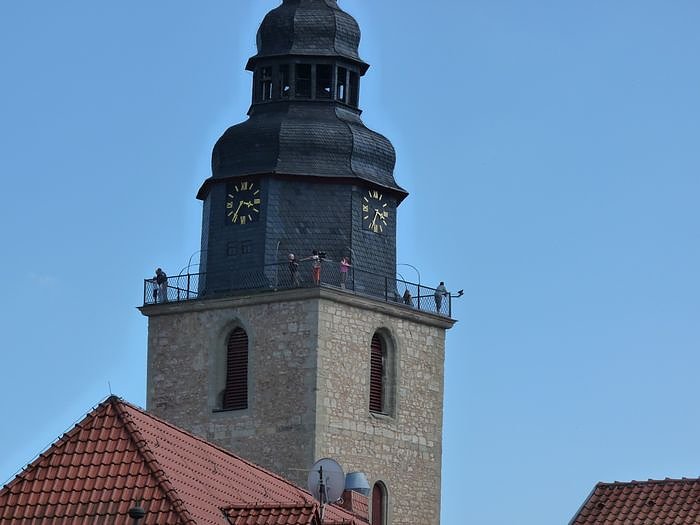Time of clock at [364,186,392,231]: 3:34
